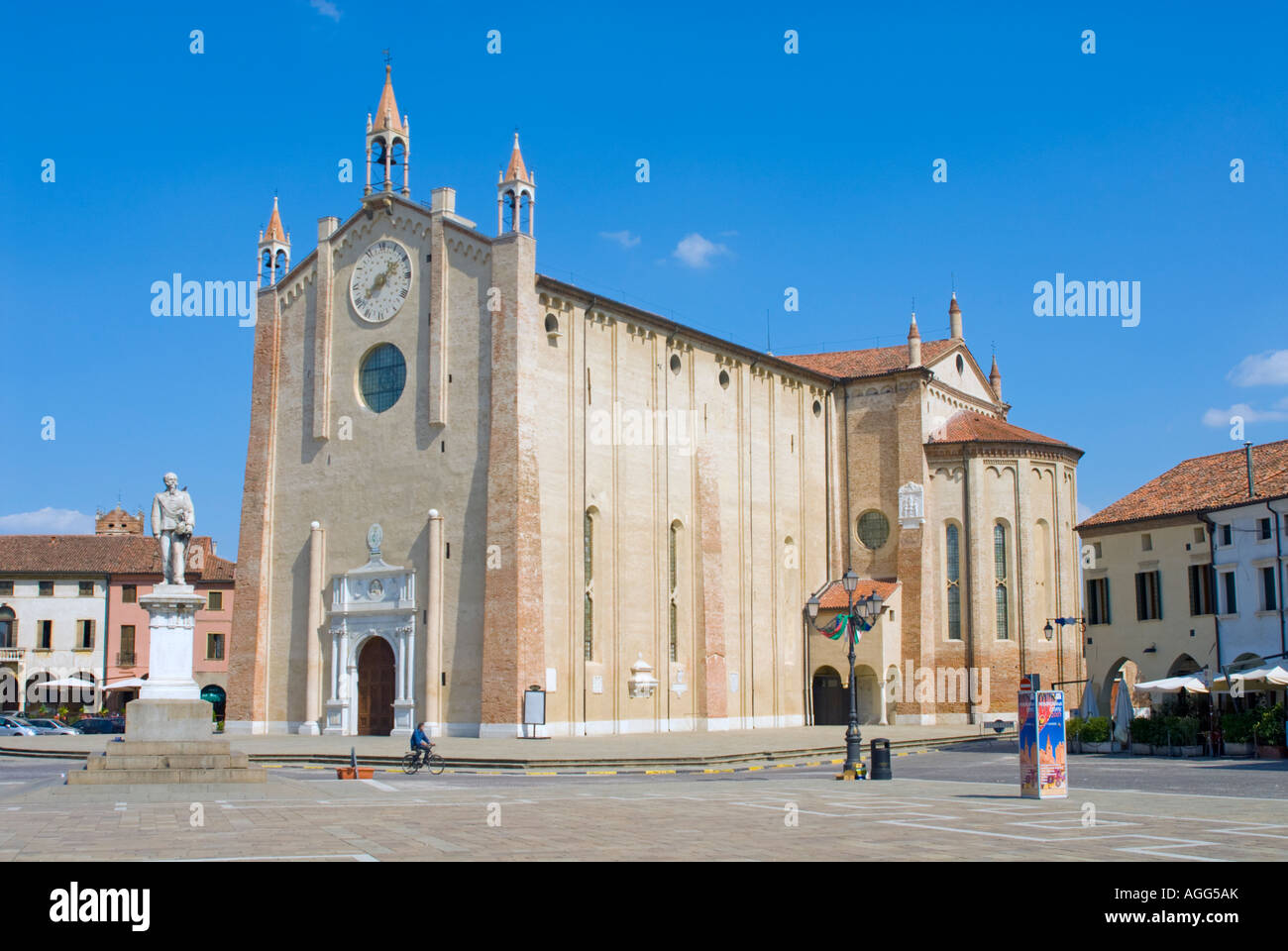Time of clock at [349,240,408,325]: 8:08
